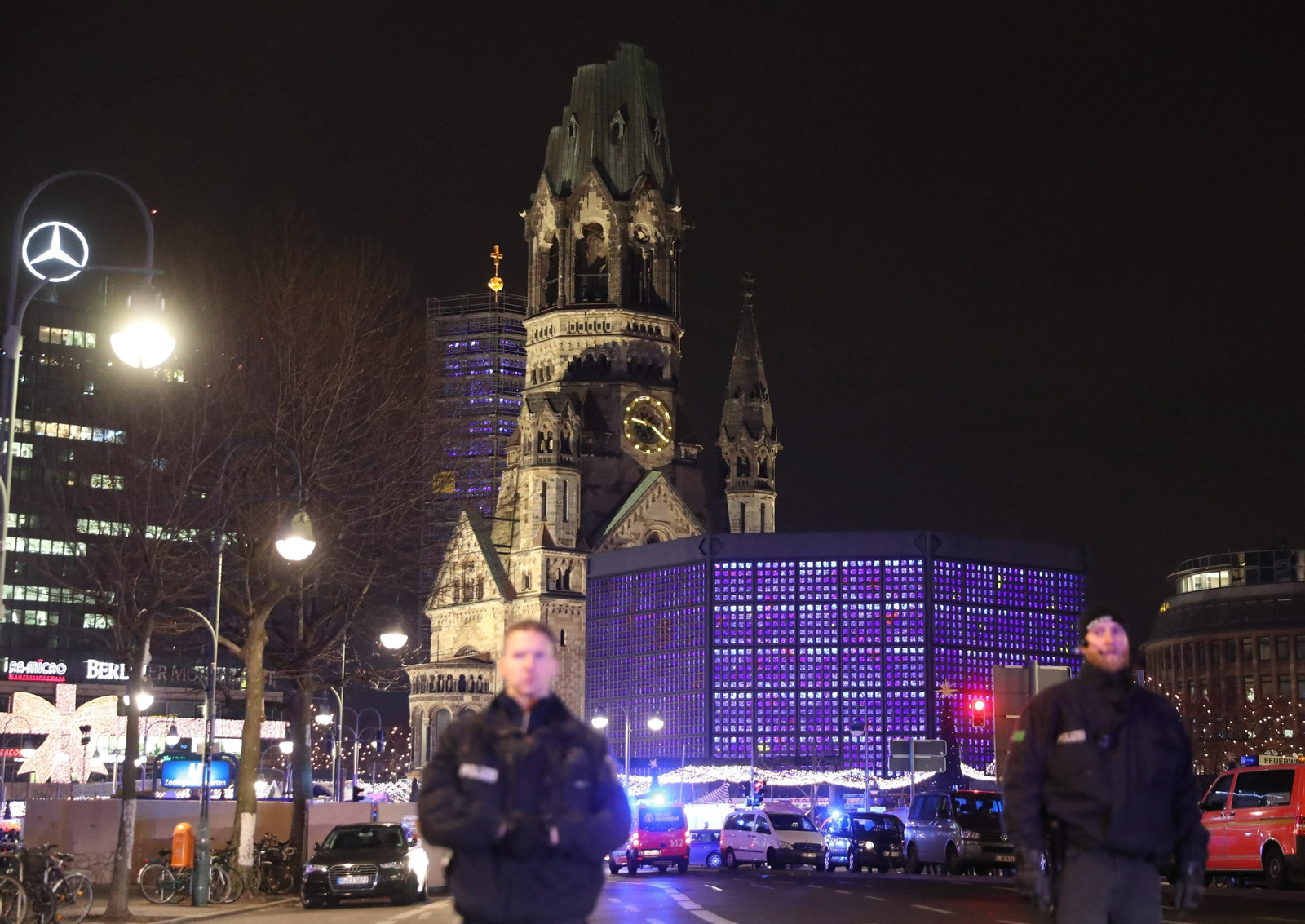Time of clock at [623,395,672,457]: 9:20
